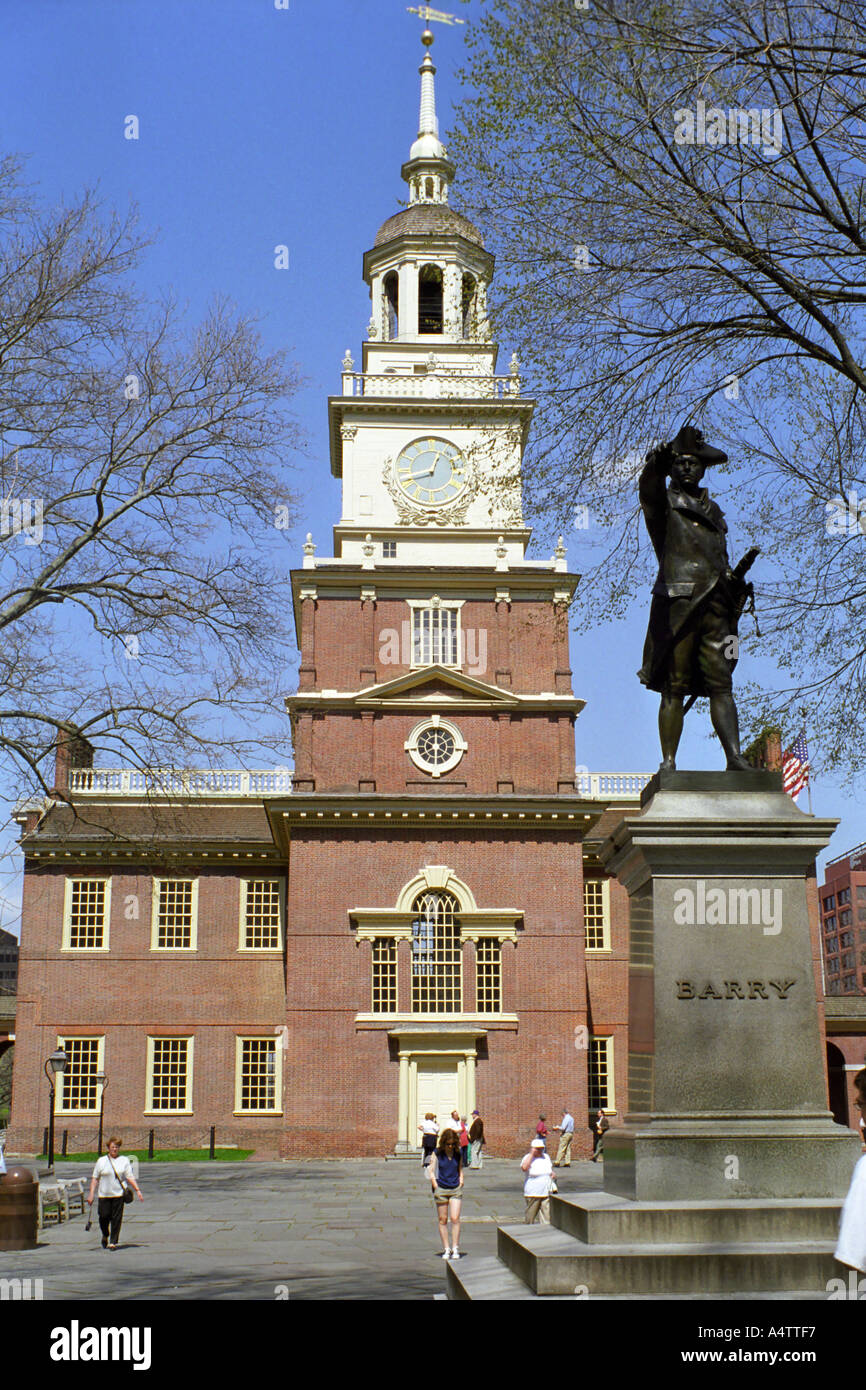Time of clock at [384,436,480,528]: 12:42
